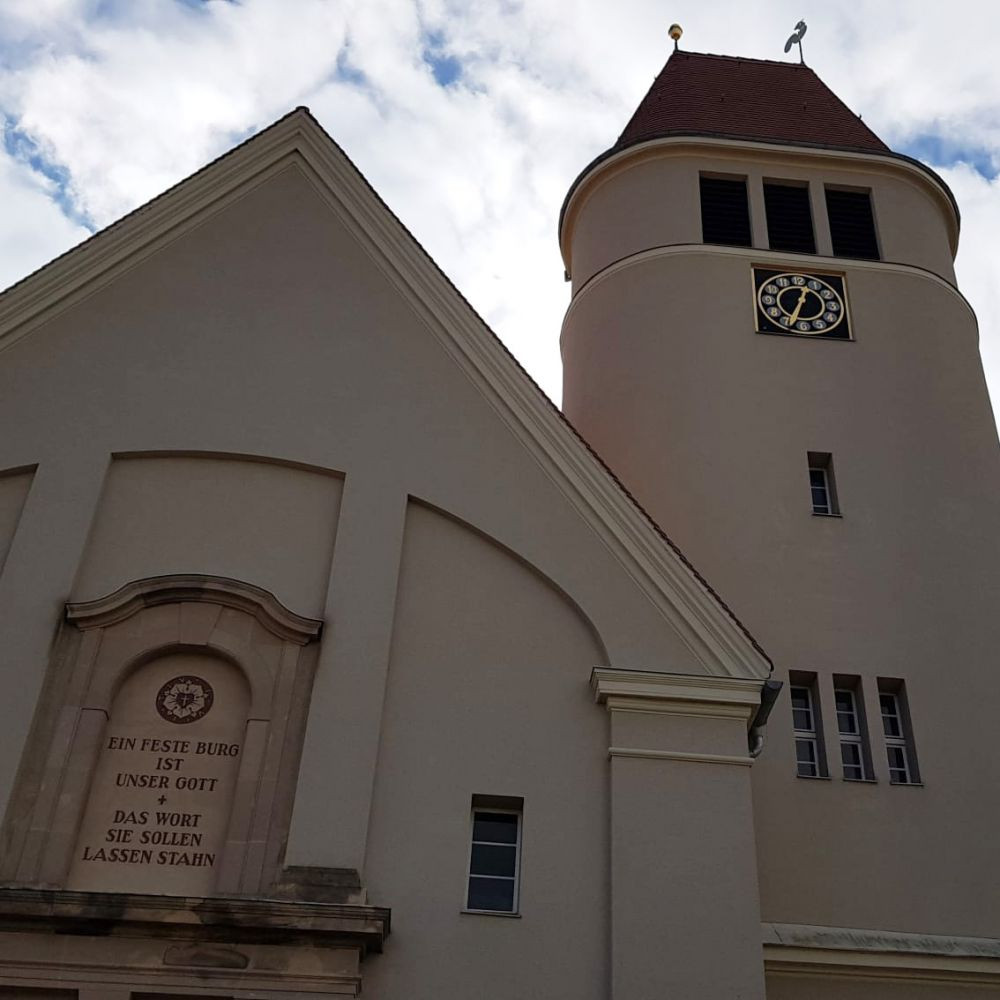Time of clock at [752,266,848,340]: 12:33
